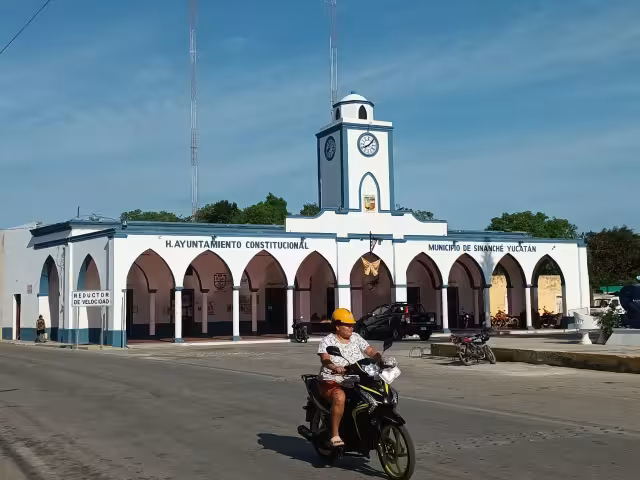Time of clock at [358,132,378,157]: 8:07
